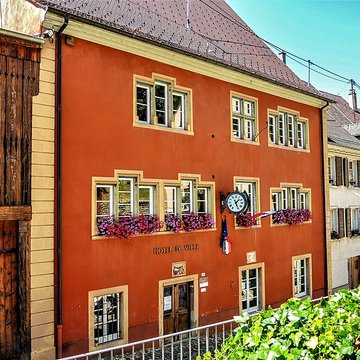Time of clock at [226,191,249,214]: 1:26
